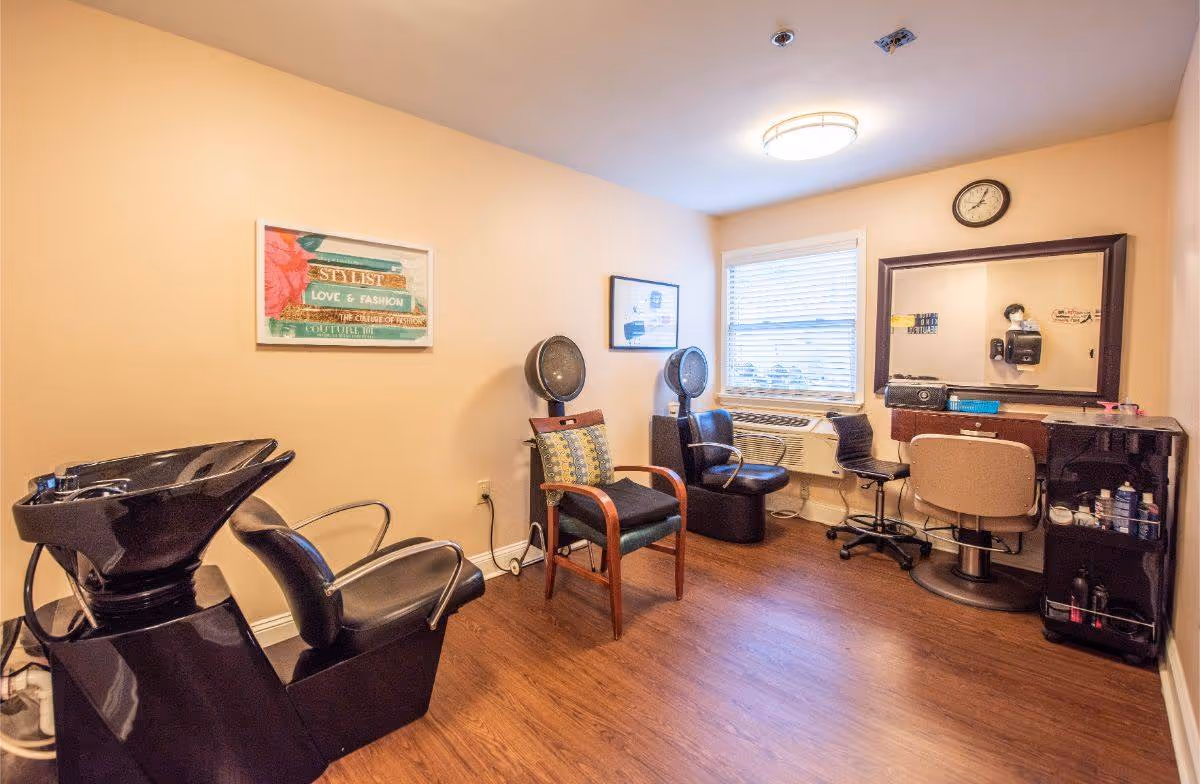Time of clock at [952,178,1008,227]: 8:03
